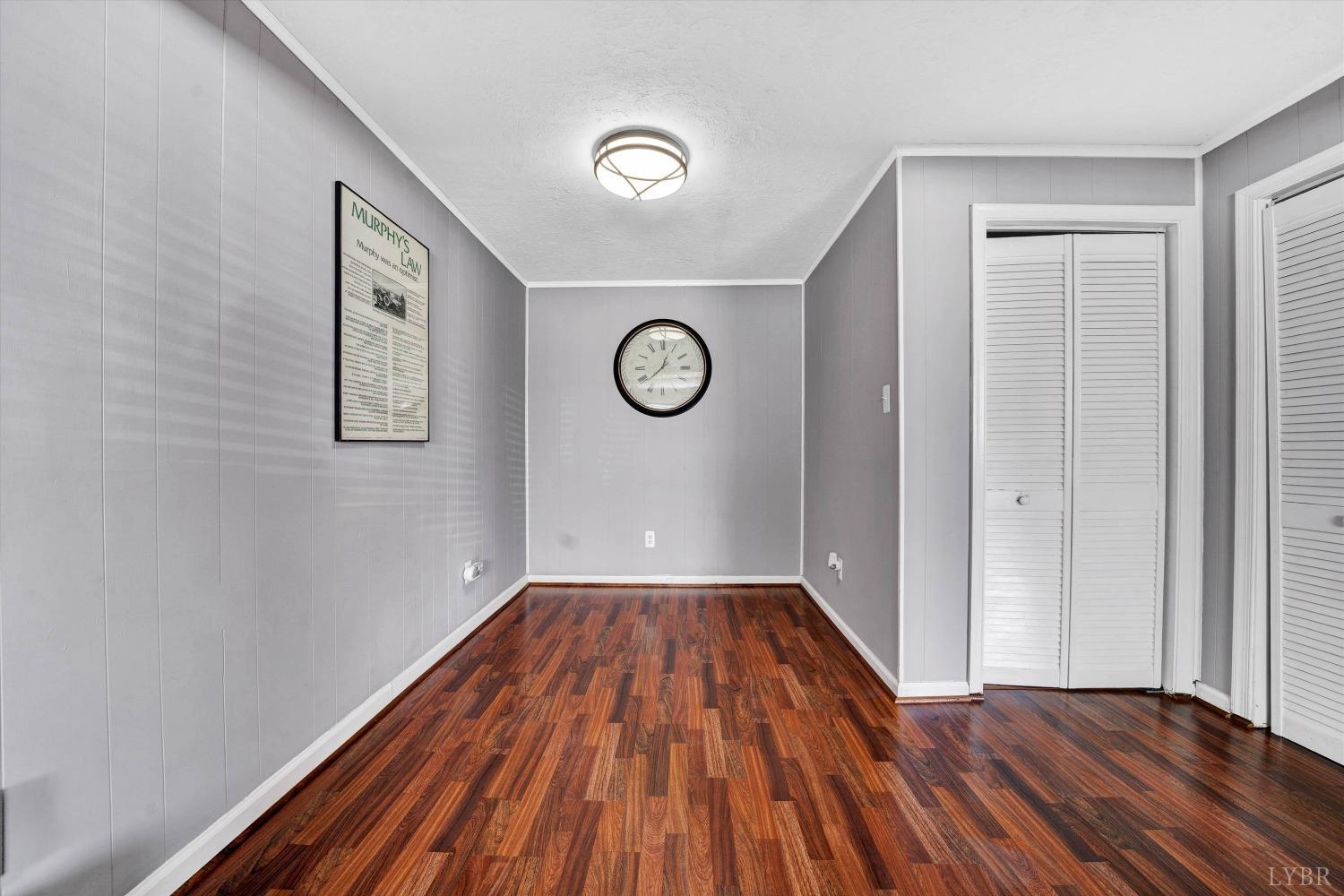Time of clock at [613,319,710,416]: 12:38
